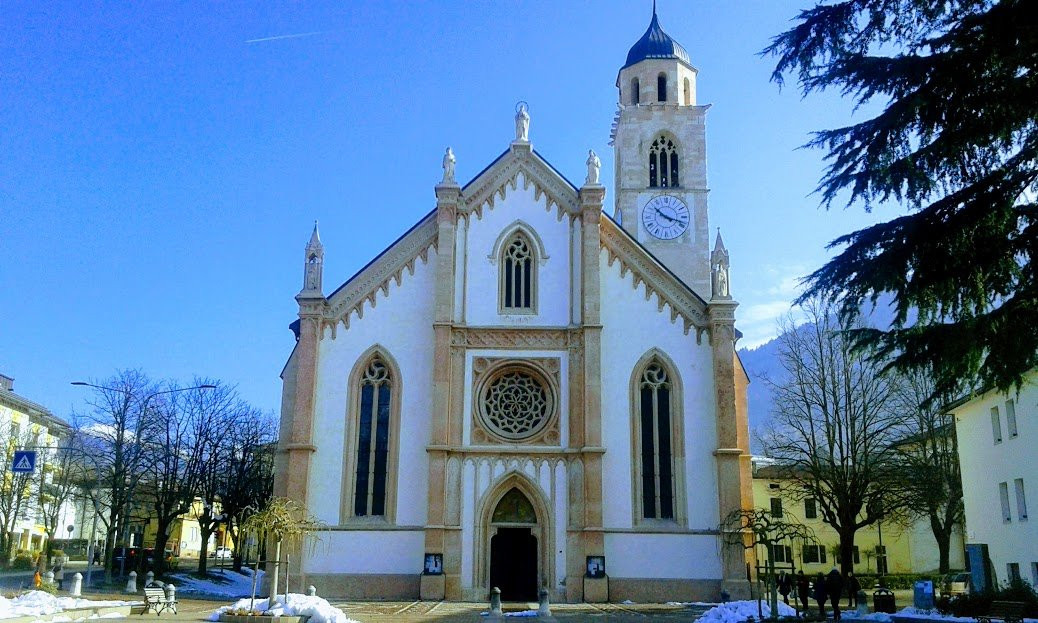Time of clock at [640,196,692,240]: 10:17
